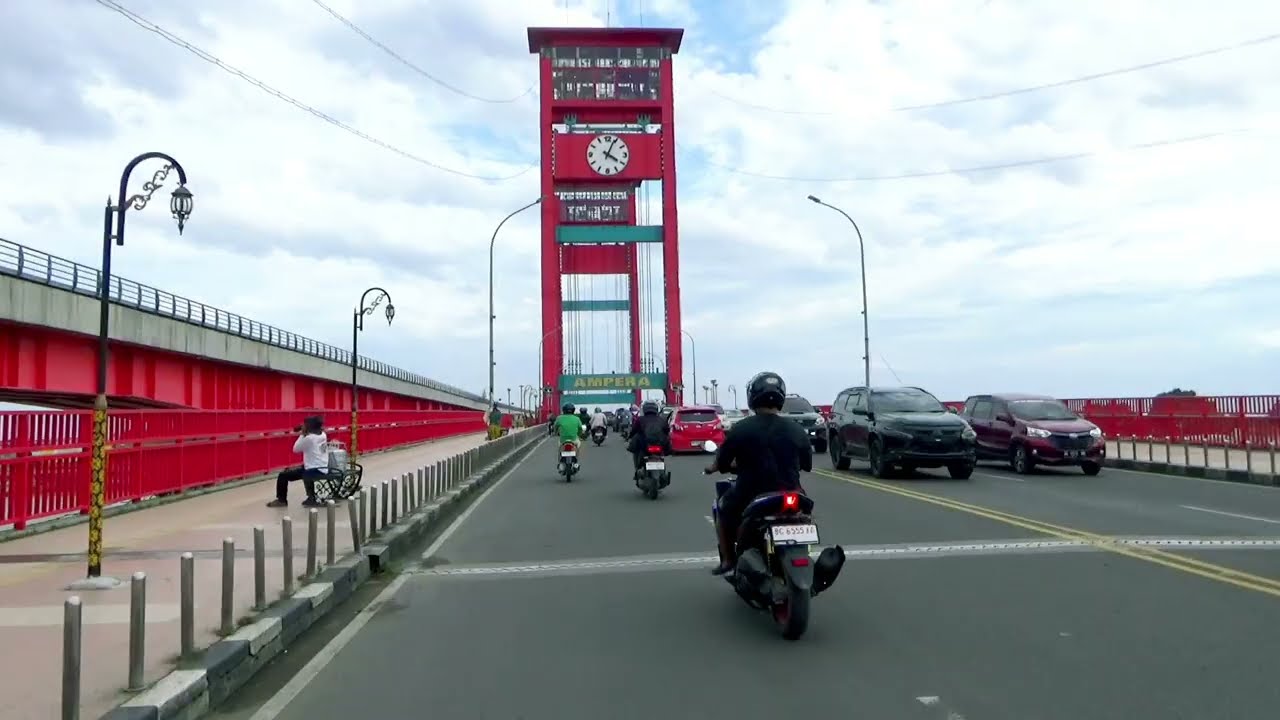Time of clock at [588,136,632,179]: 4:04
